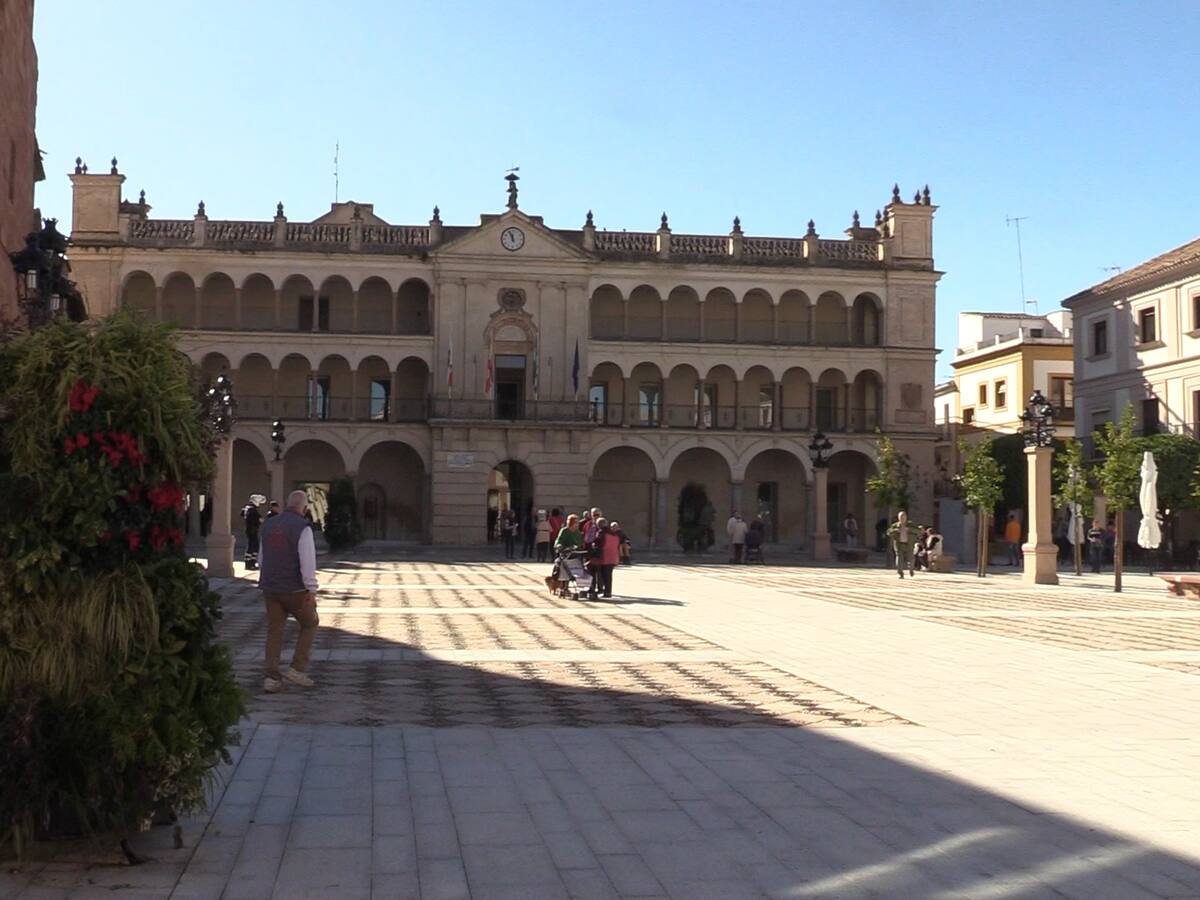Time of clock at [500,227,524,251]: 11:56
